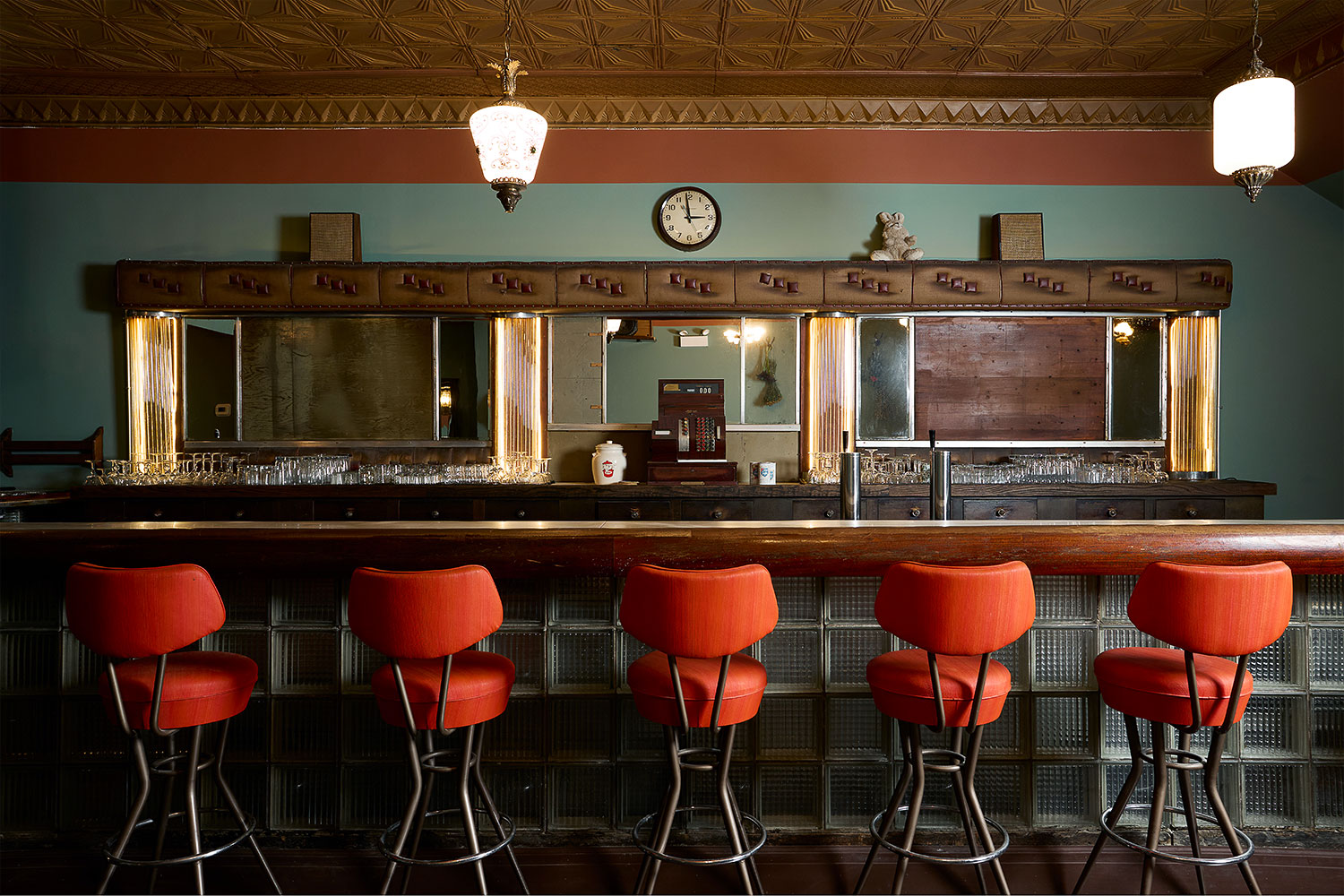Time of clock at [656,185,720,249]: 2:58
